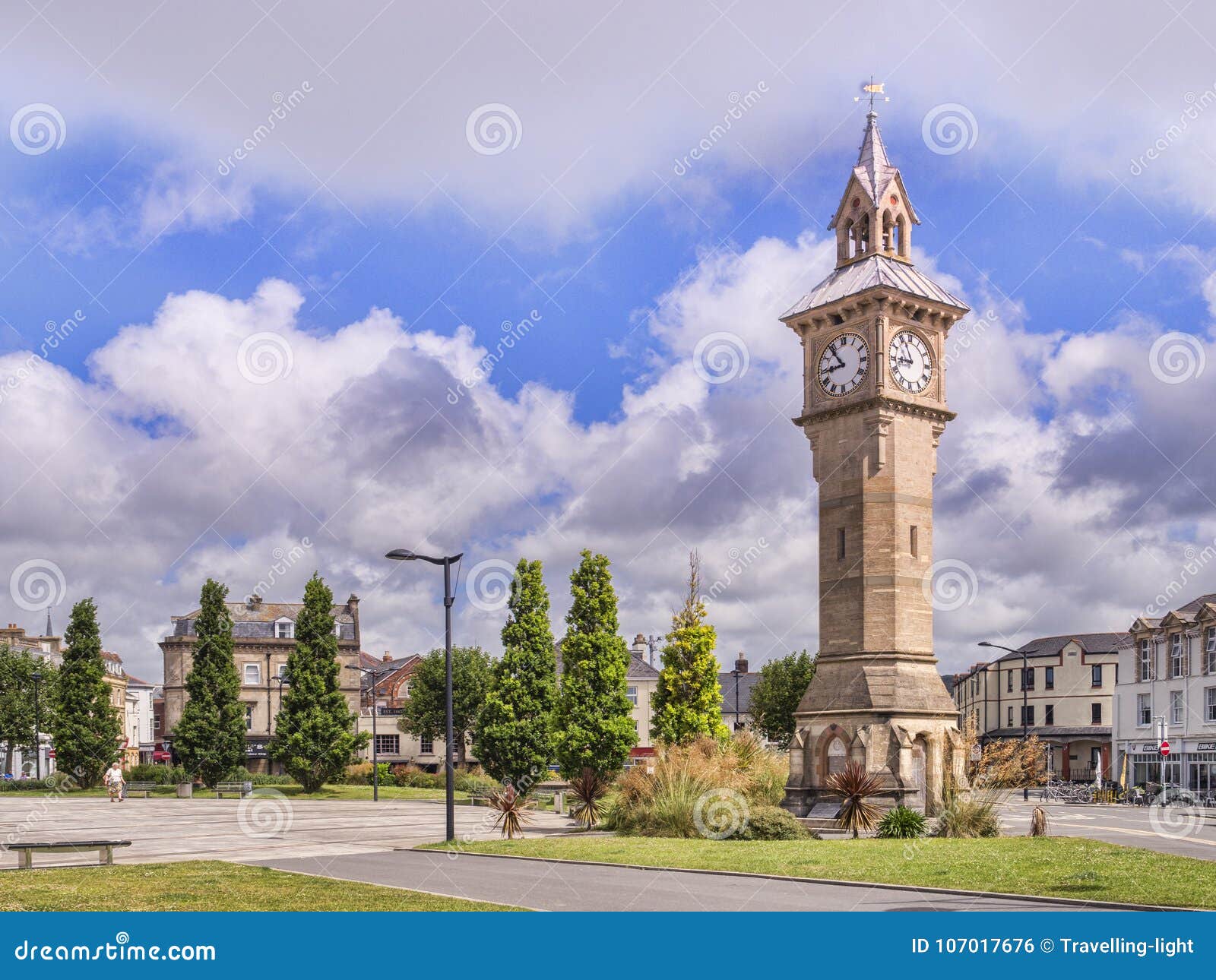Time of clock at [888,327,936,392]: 8:56
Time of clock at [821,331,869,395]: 8:53
